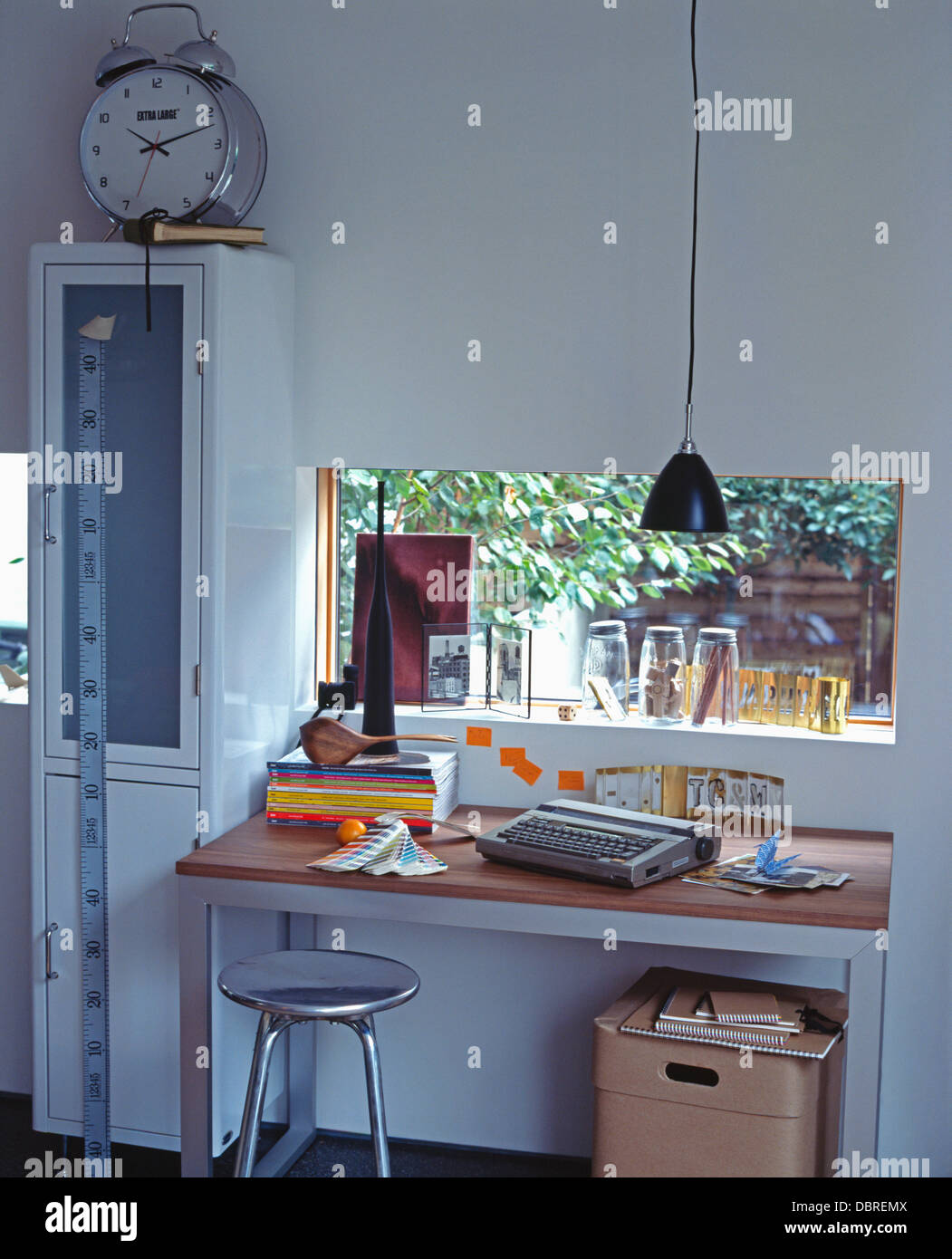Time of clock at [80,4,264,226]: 10:12
